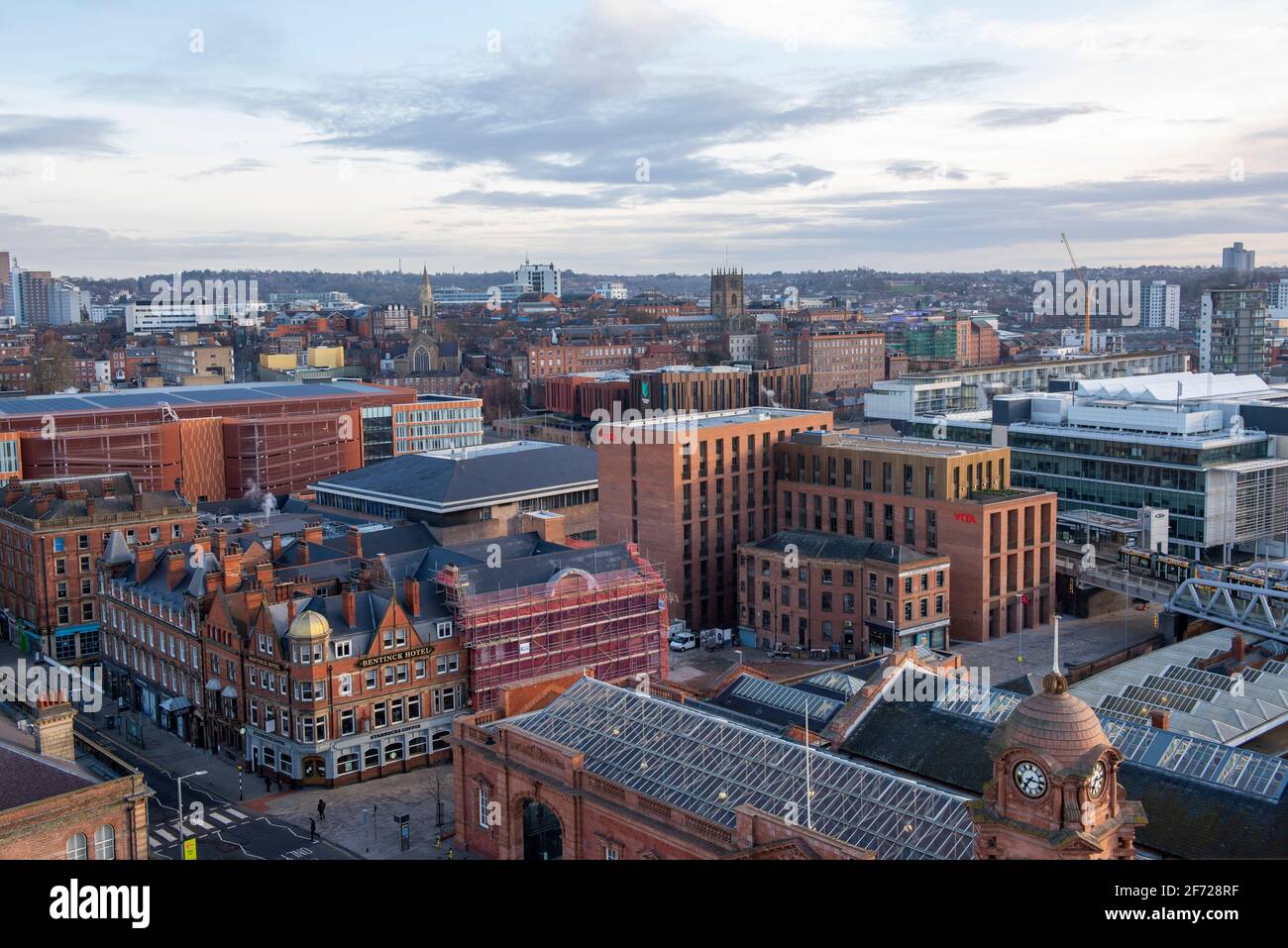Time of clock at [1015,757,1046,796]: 7:16
